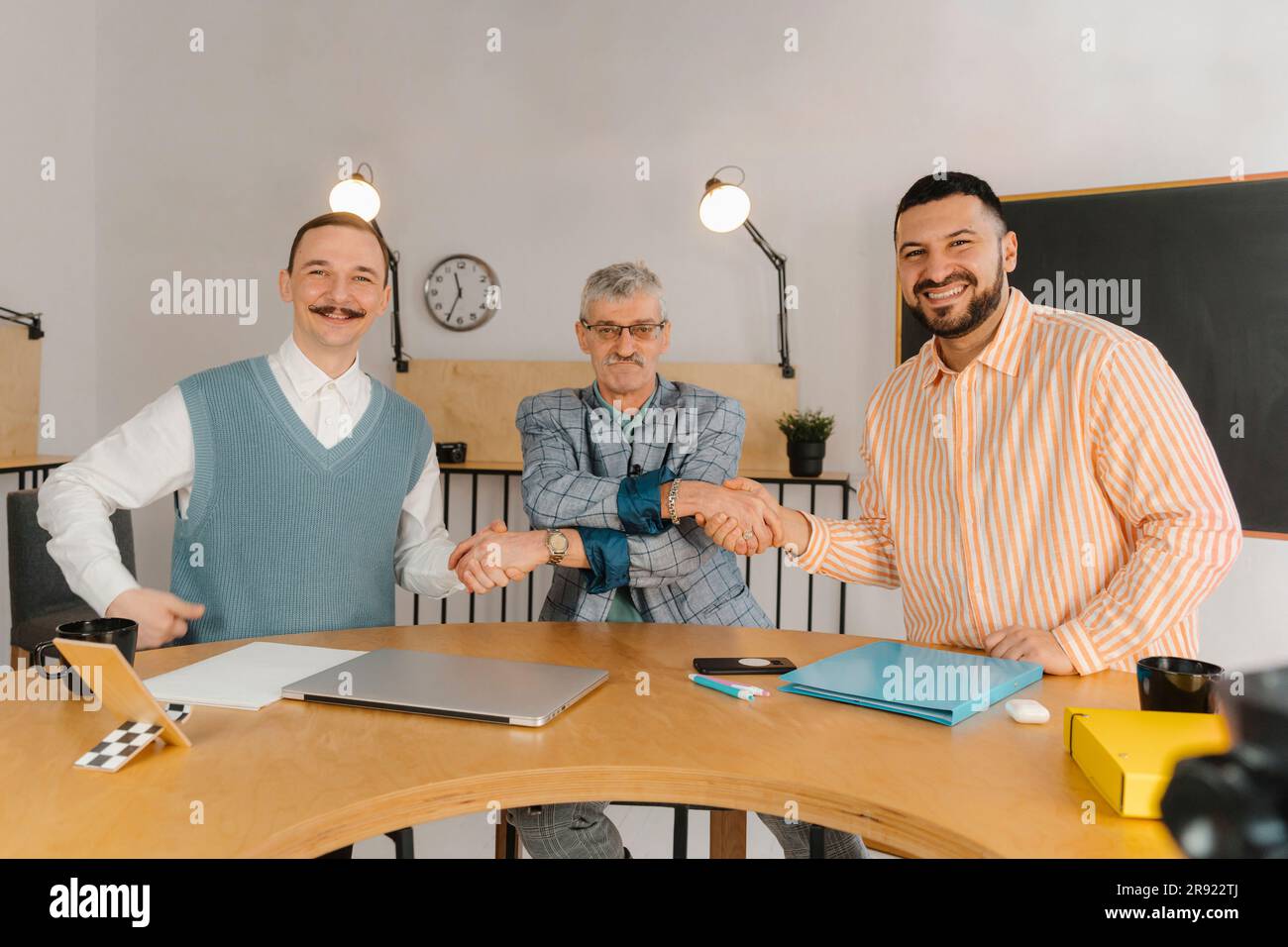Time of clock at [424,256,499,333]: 11:34
